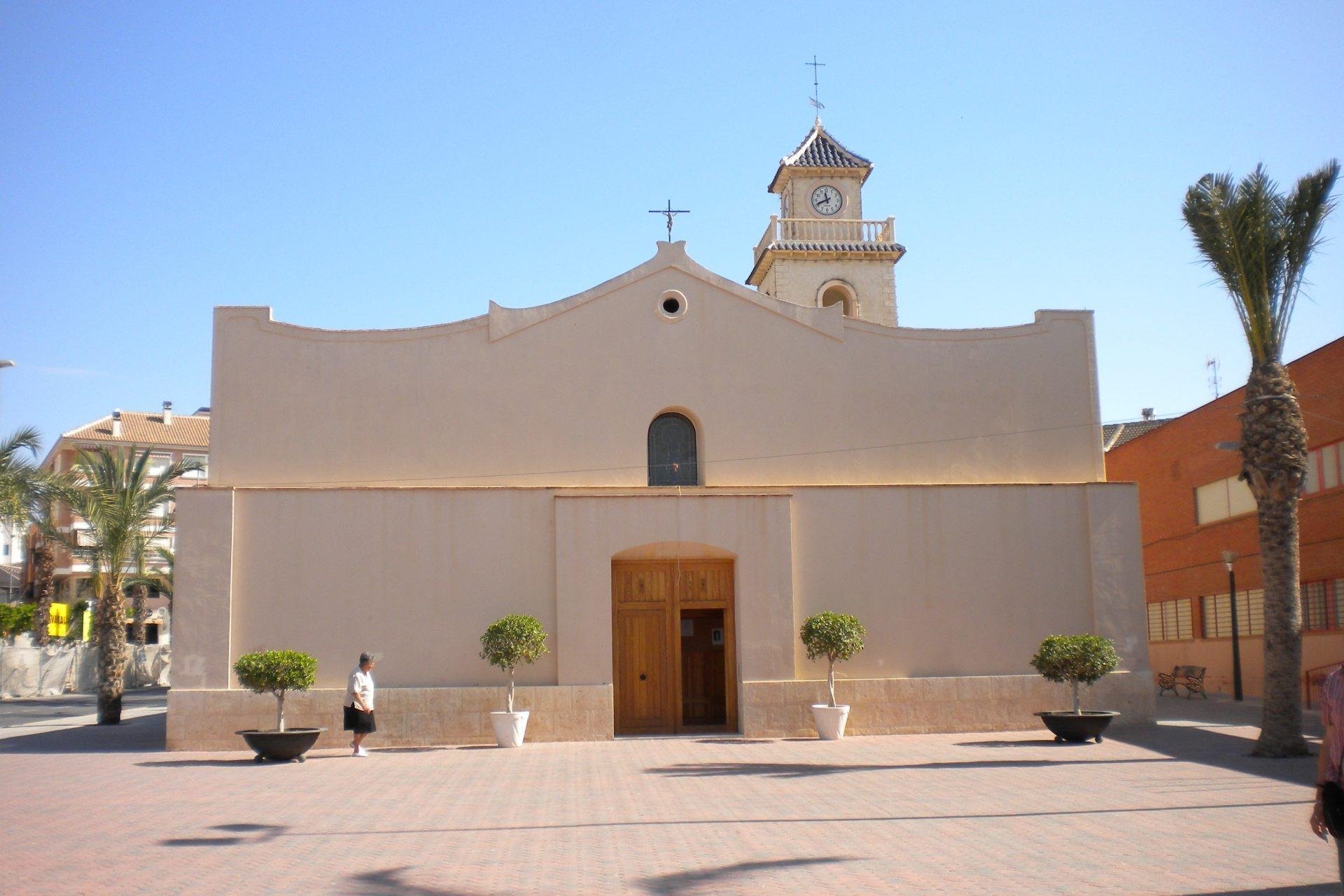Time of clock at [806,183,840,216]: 11:41
